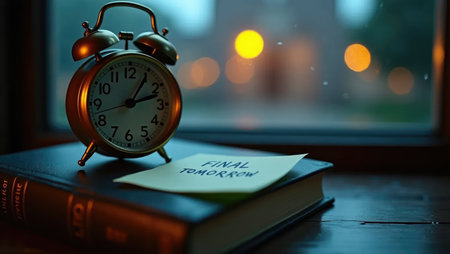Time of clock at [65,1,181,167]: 1:12
